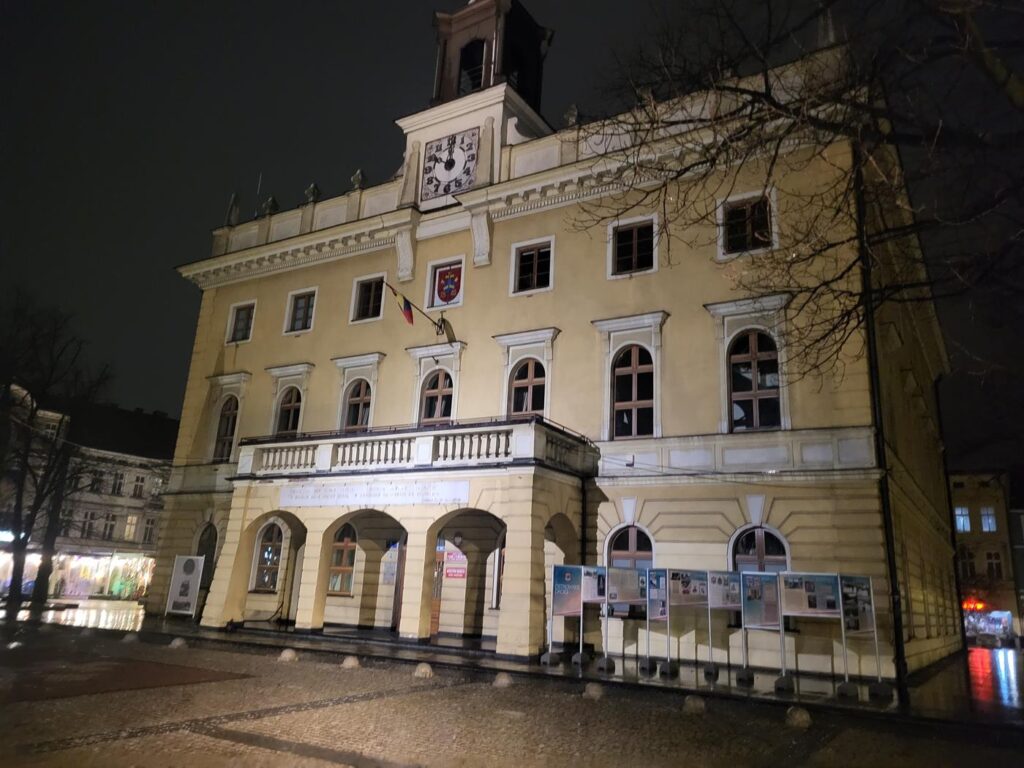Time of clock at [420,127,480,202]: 10:00
